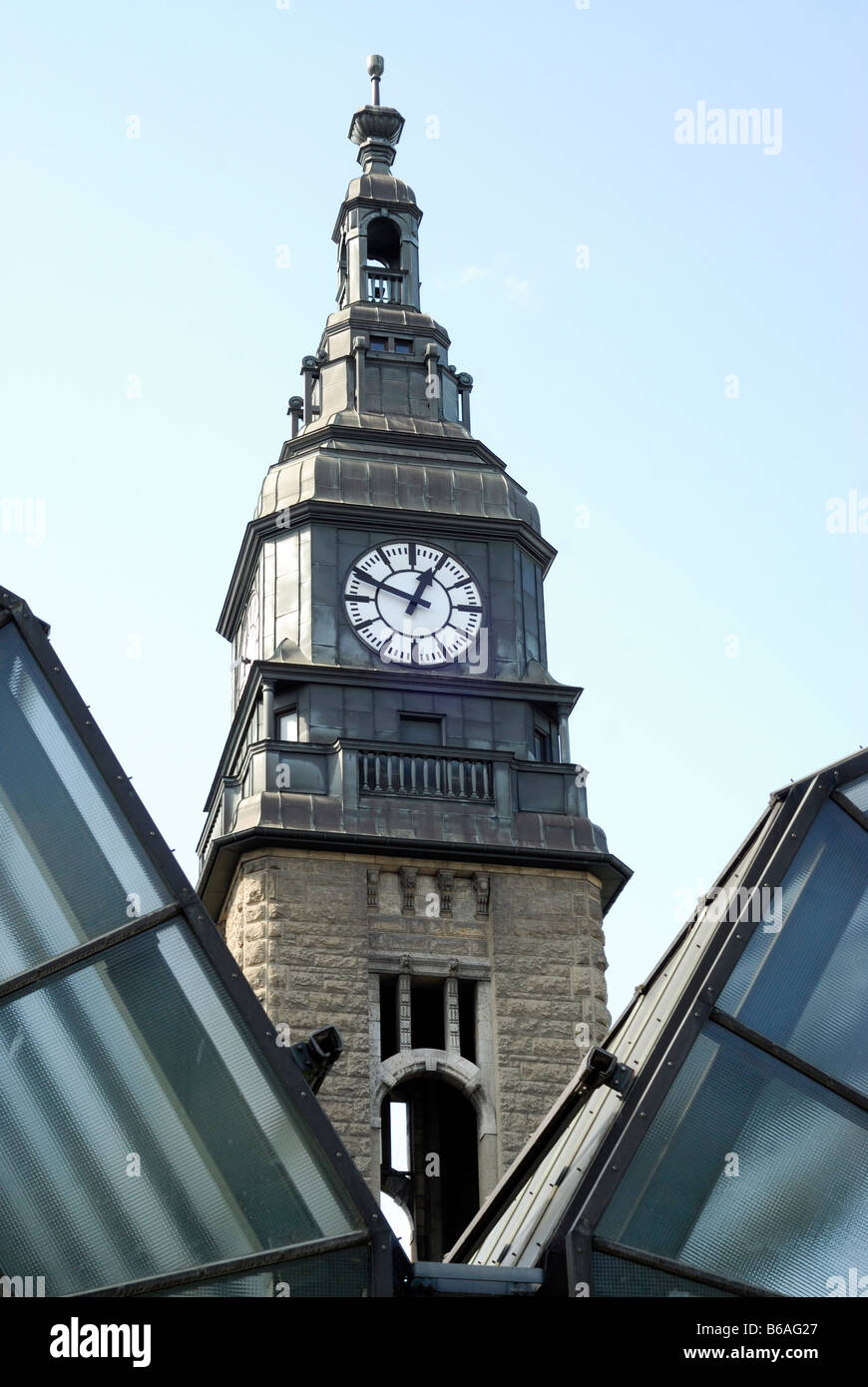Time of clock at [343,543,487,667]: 12:49
